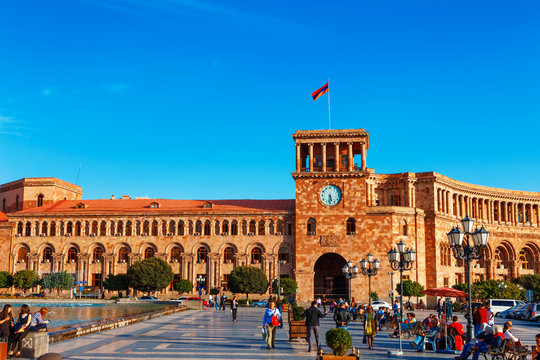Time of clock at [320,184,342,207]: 5:31
